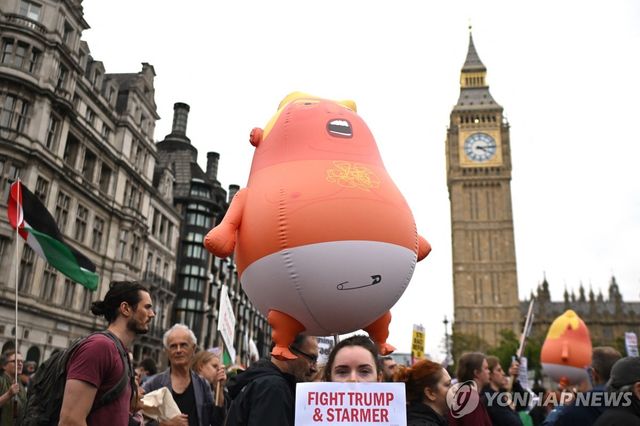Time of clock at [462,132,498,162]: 4:13
